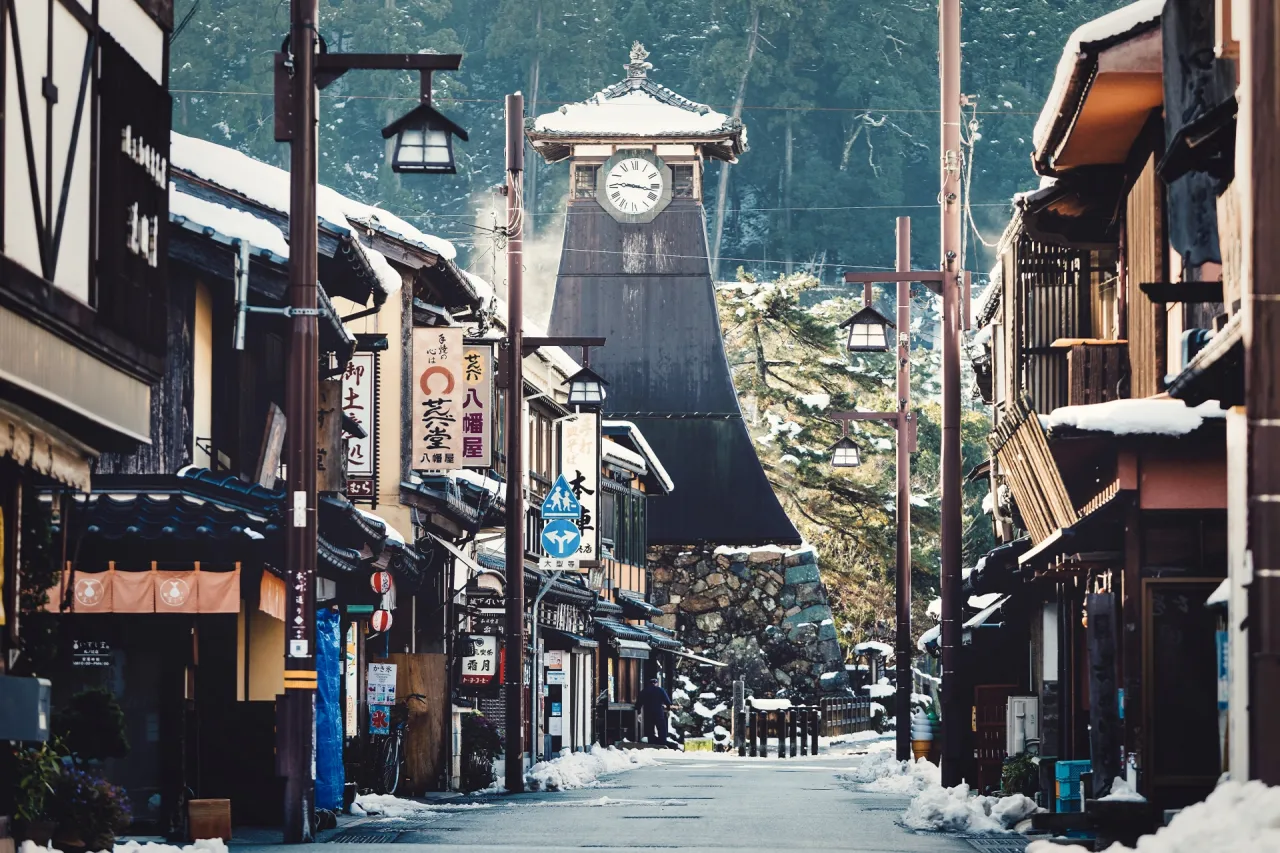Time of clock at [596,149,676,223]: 9:16
